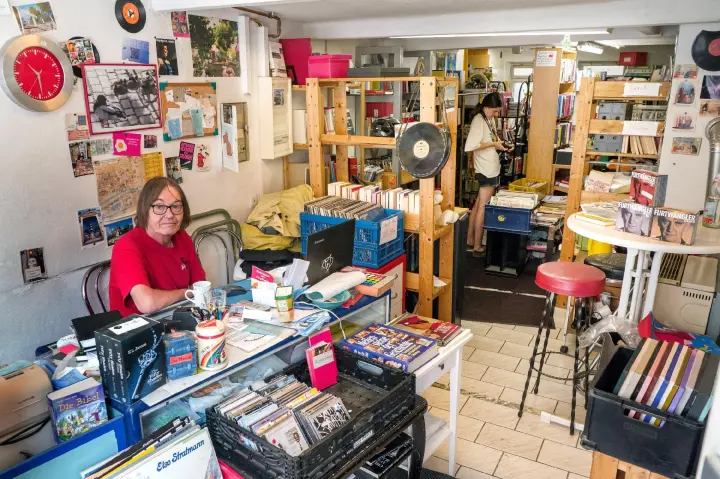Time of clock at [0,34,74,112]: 10:28
